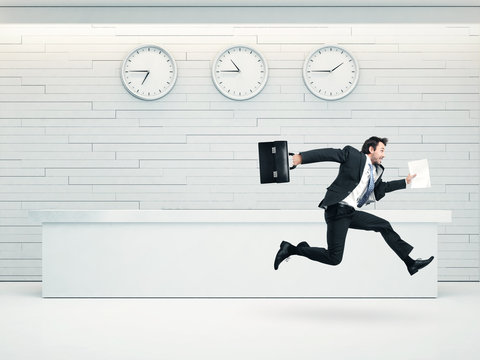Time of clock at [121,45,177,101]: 6:45
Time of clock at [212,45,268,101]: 10:45
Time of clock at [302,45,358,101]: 1:45
